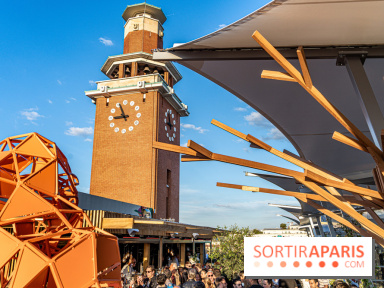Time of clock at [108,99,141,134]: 8:56
